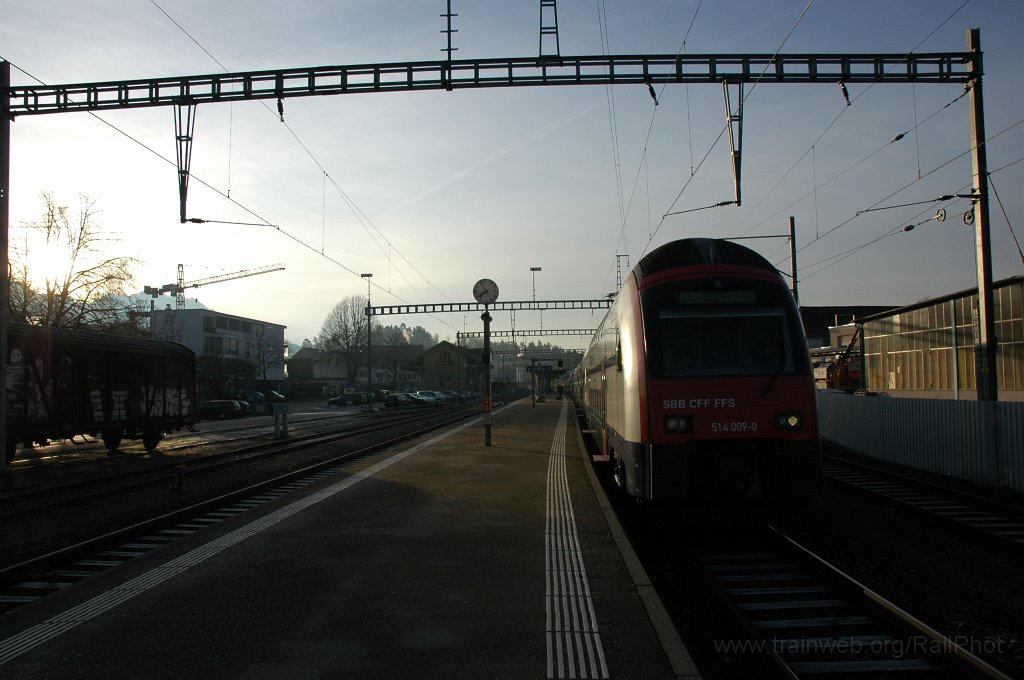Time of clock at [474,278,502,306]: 7:55
